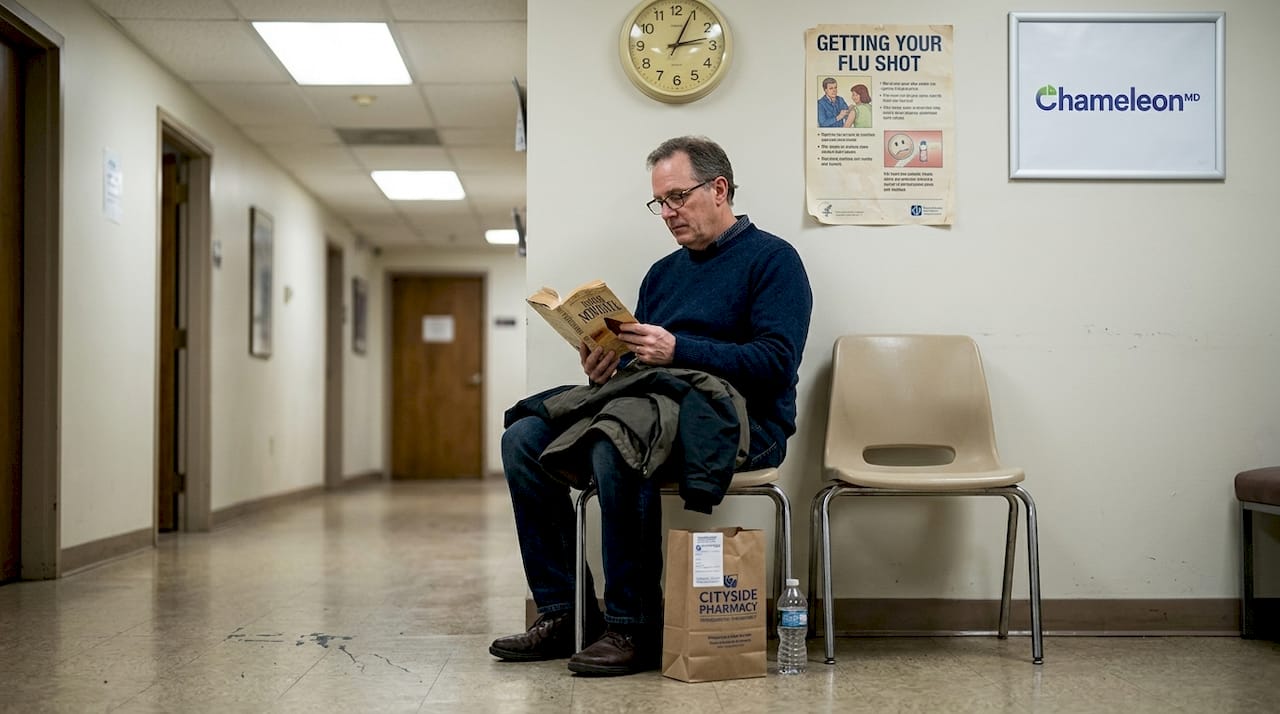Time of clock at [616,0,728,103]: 3:04
